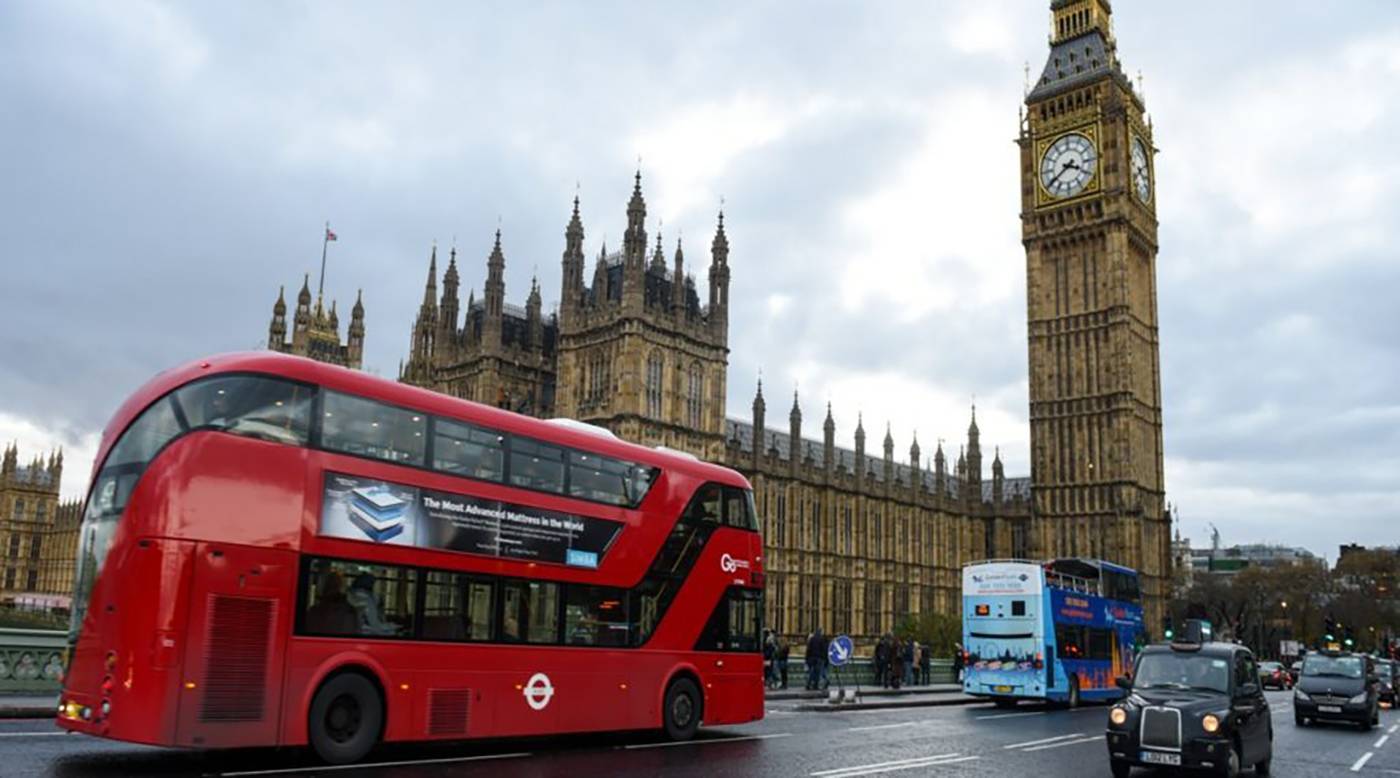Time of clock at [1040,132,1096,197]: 3:39
